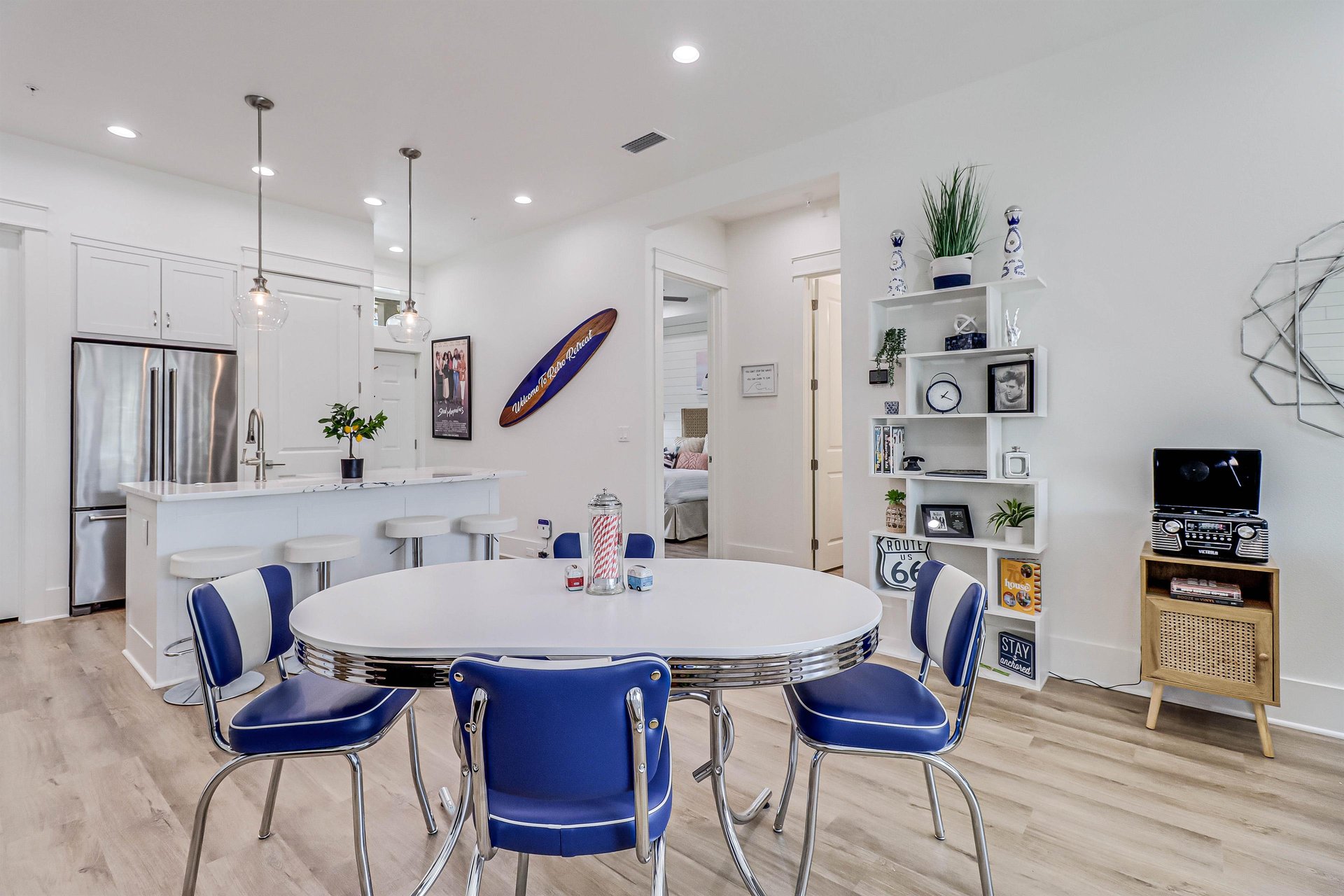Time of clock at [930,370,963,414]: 1:18
